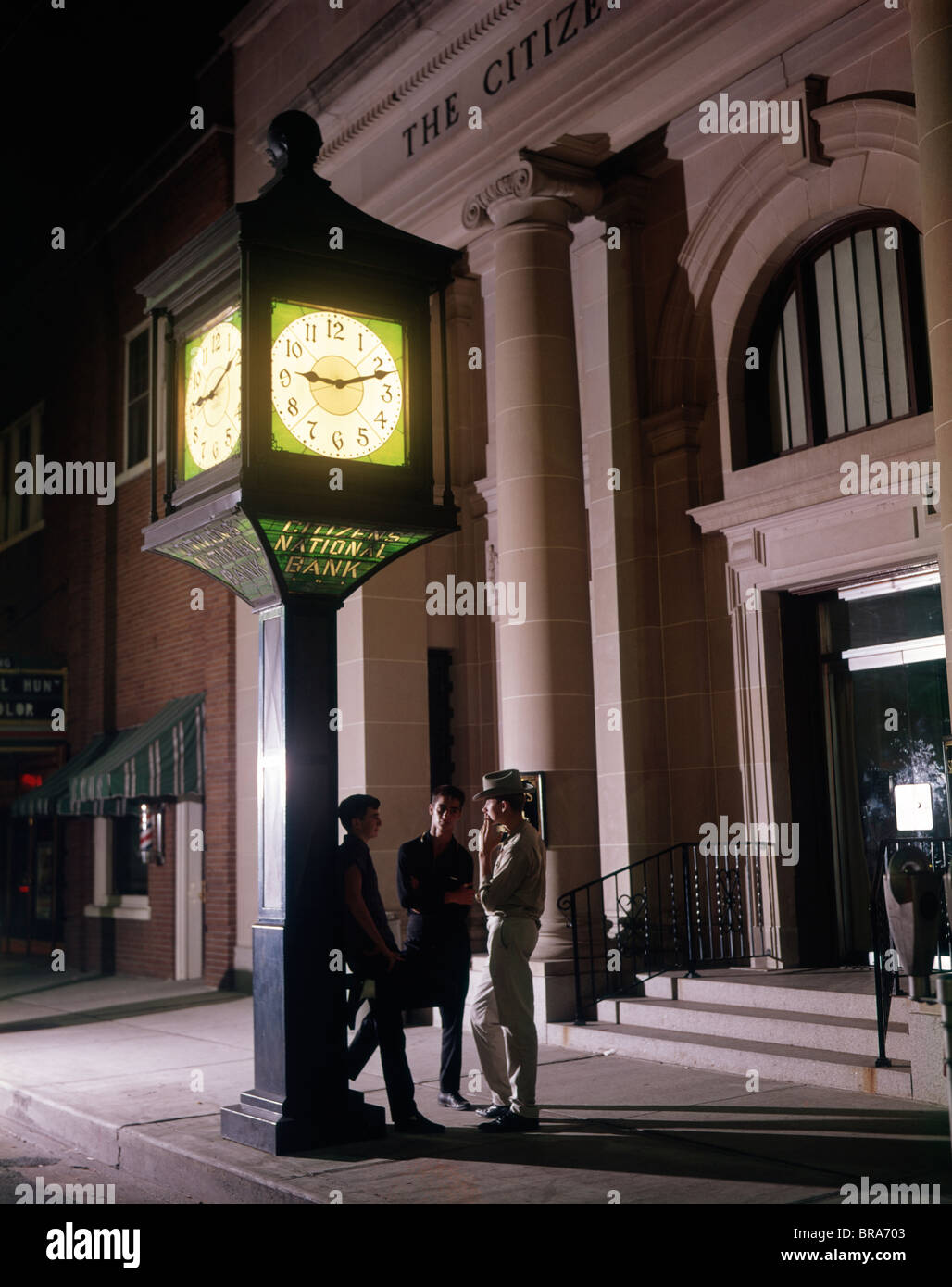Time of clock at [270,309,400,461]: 9:12
